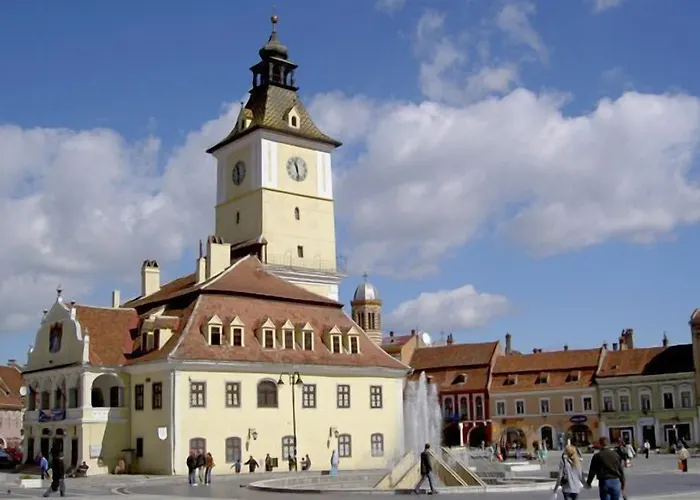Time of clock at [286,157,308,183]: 11:28
